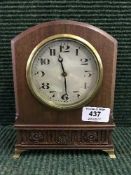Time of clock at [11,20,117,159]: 11:29
